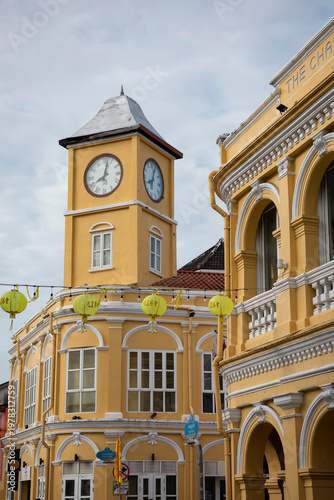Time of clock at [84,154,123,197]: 8:02
